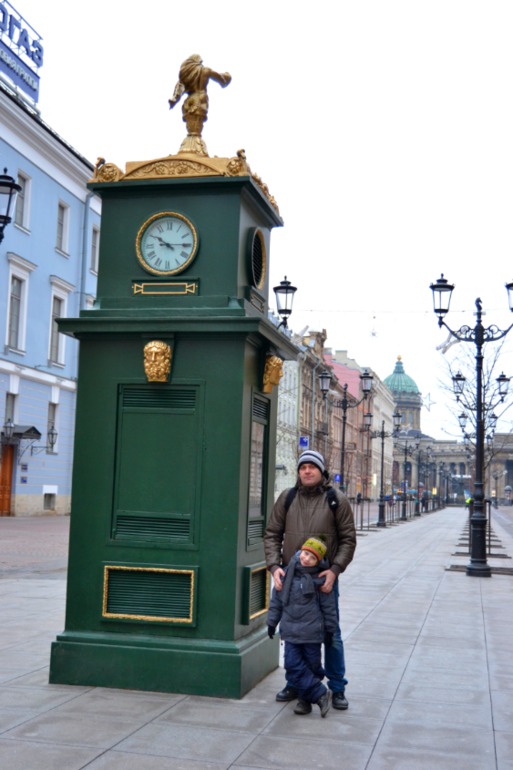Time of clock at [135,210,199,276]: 10:14
